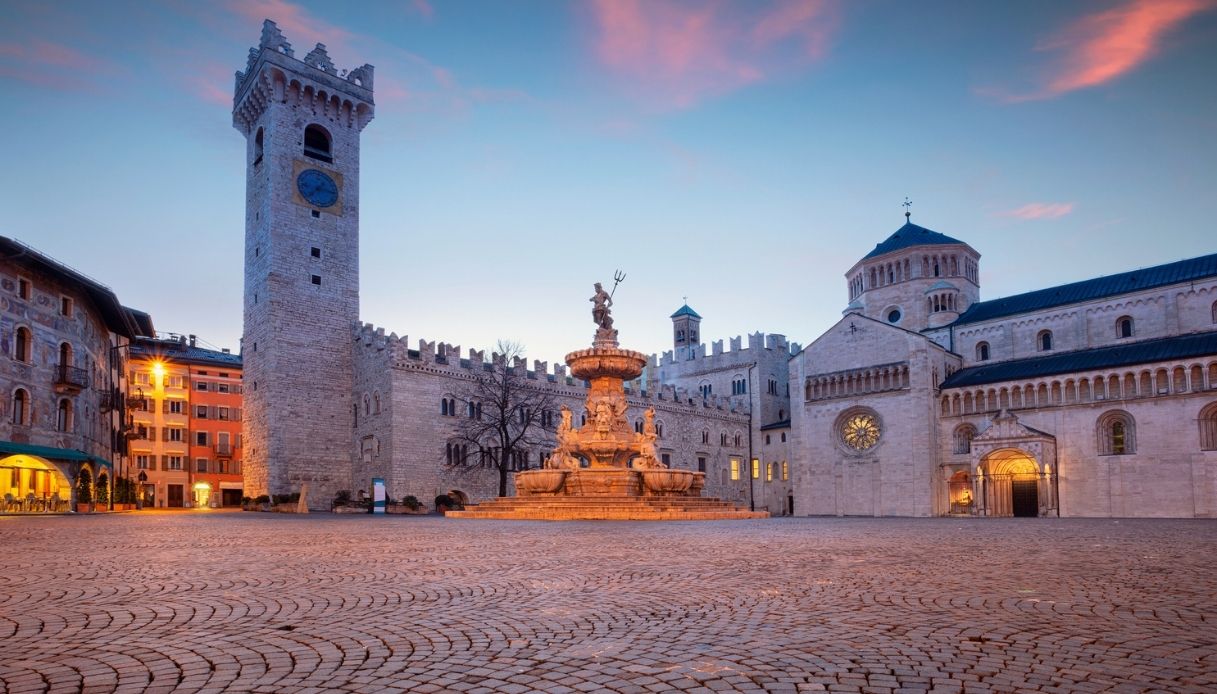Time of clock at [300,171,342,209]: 7:15
